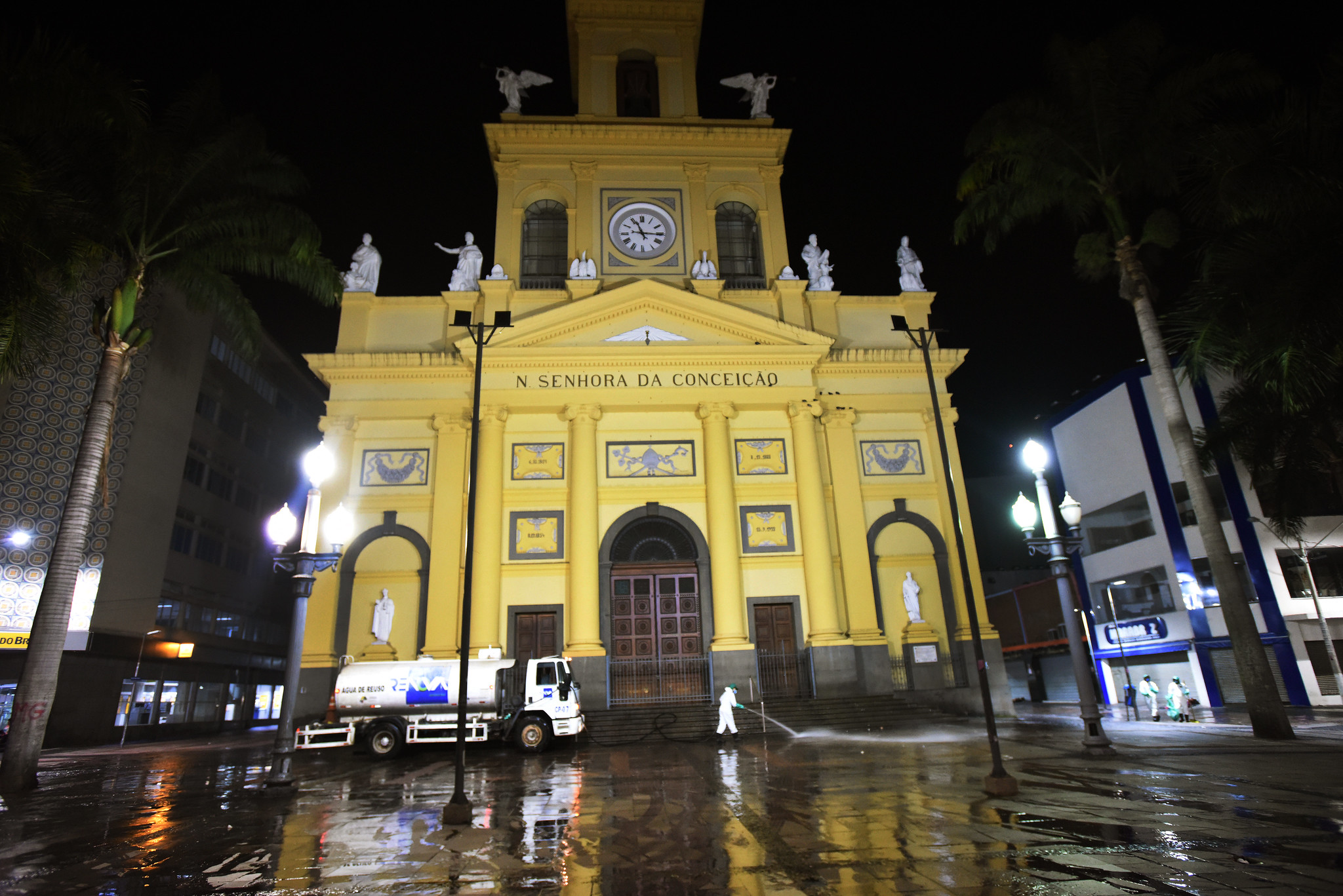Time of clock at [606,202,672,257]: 11:15
